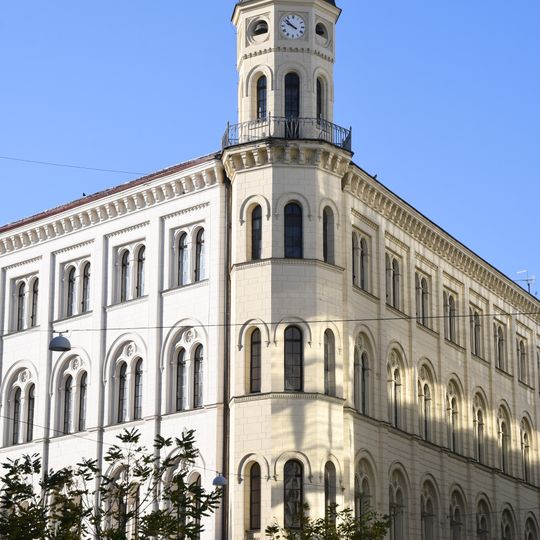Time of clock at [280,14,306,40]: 9:51
